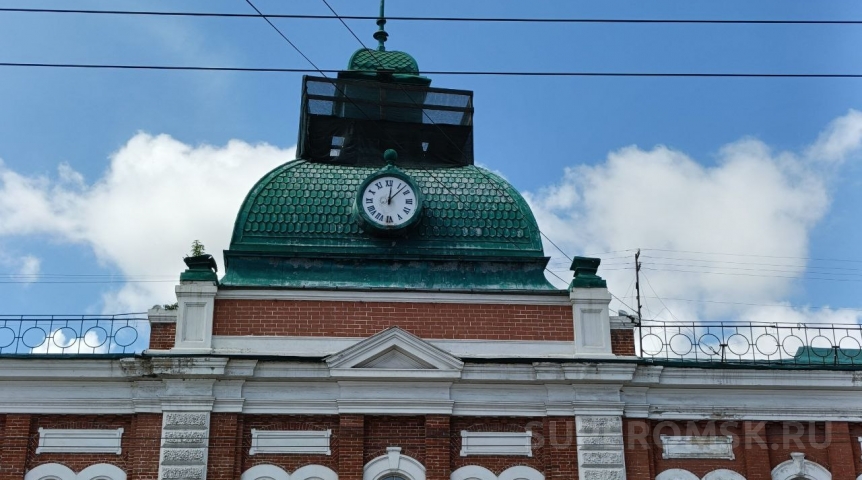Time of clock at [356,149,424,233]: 12:07
